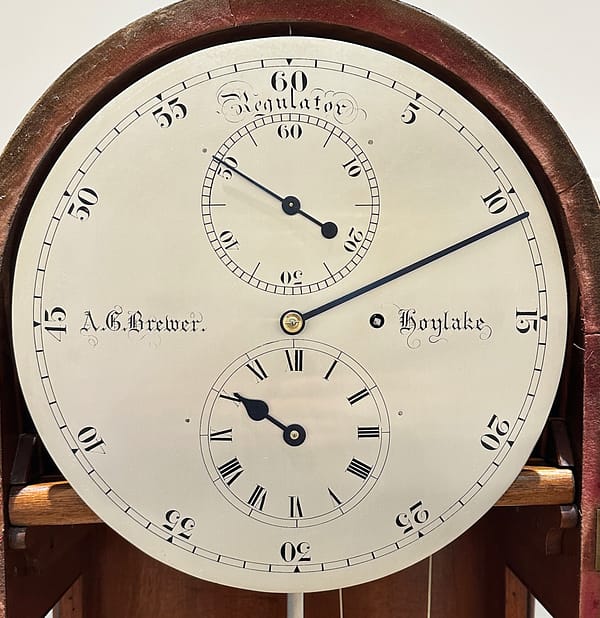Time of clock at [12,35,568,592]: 9:49
